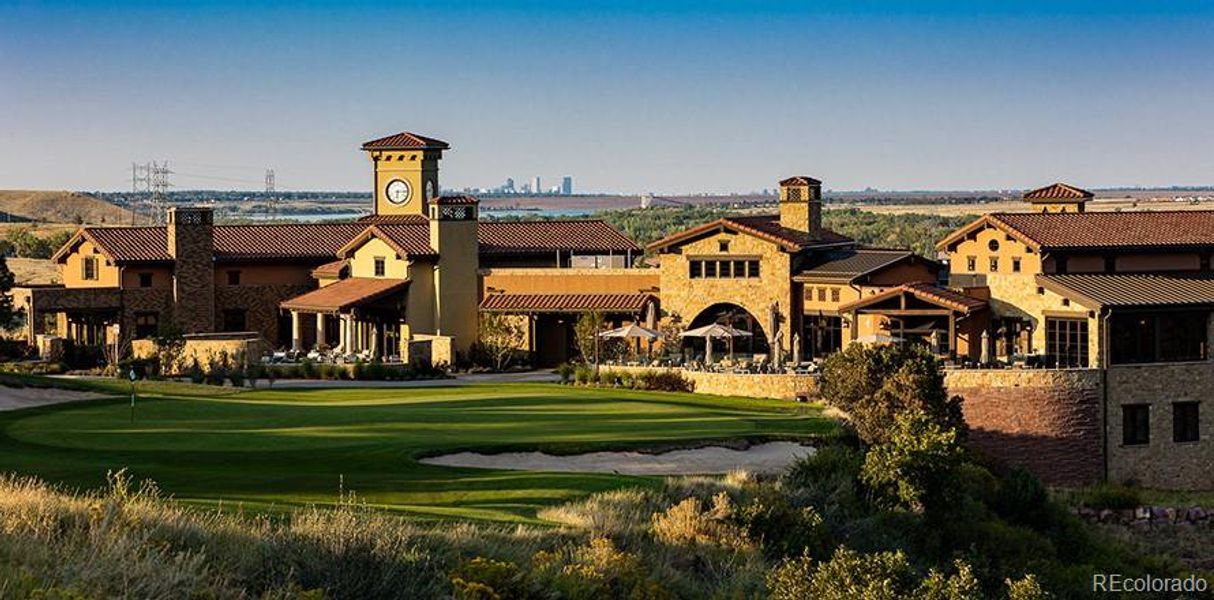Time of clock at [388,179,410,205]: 6:14
